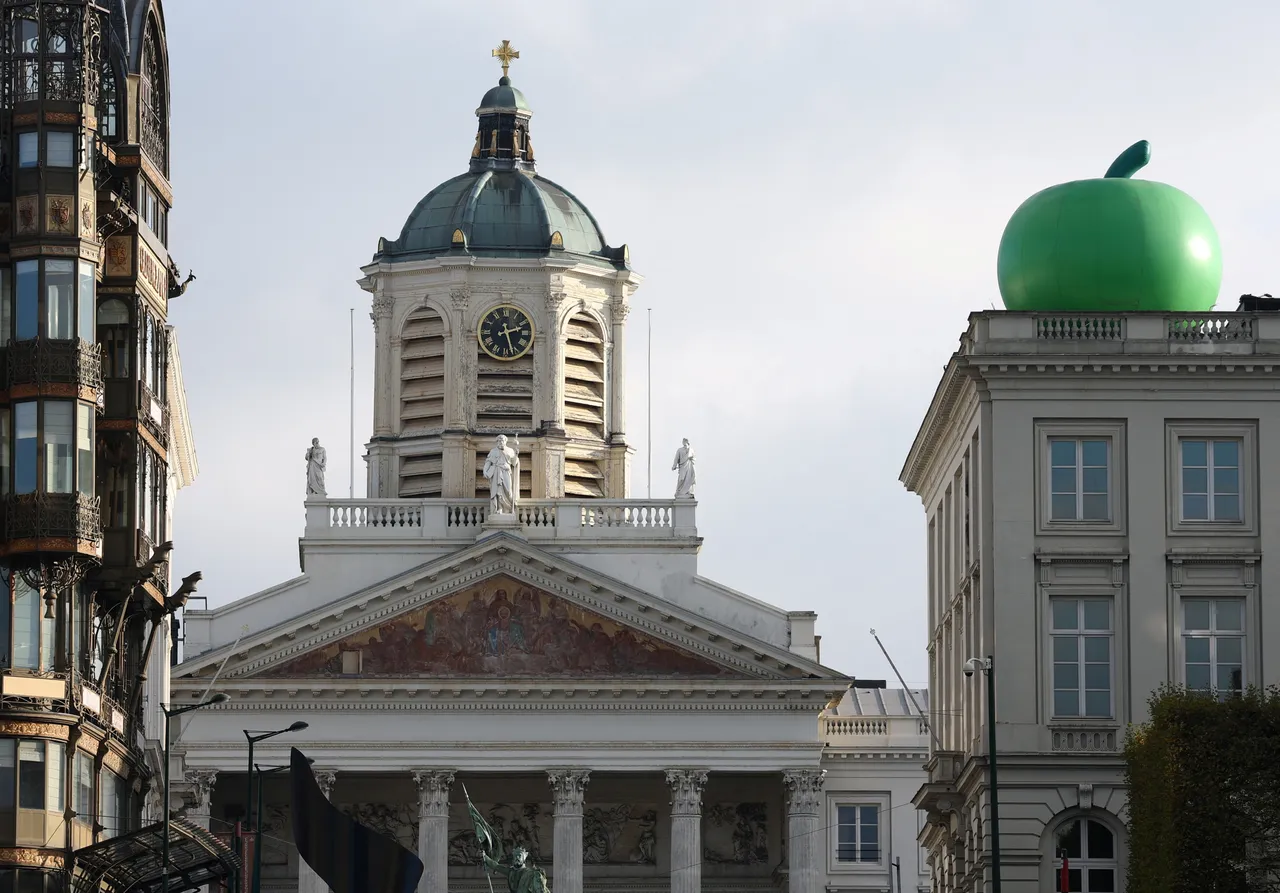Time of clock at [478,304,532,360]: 2:27
